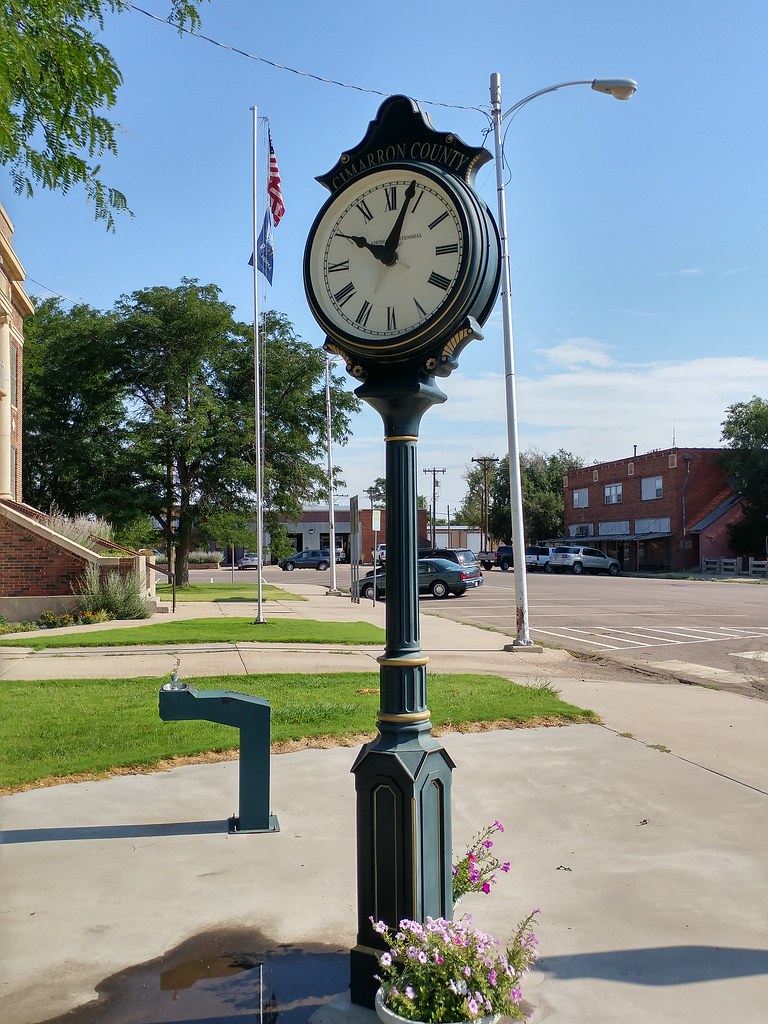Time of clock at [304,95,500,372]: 10:03
